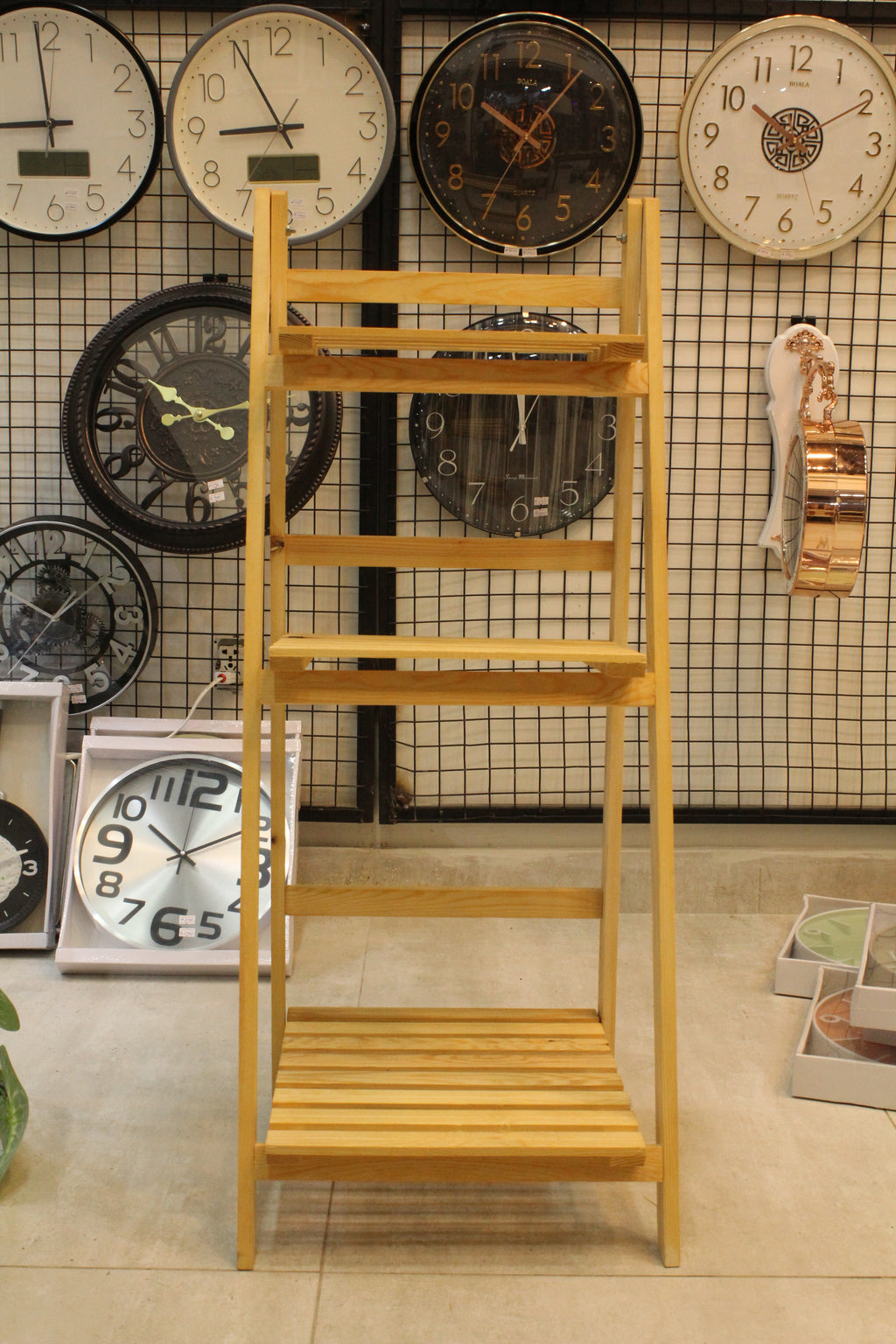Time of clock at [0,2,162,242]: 8:58
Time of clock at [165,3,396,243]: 8:55
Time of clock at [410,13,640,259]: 10:06
